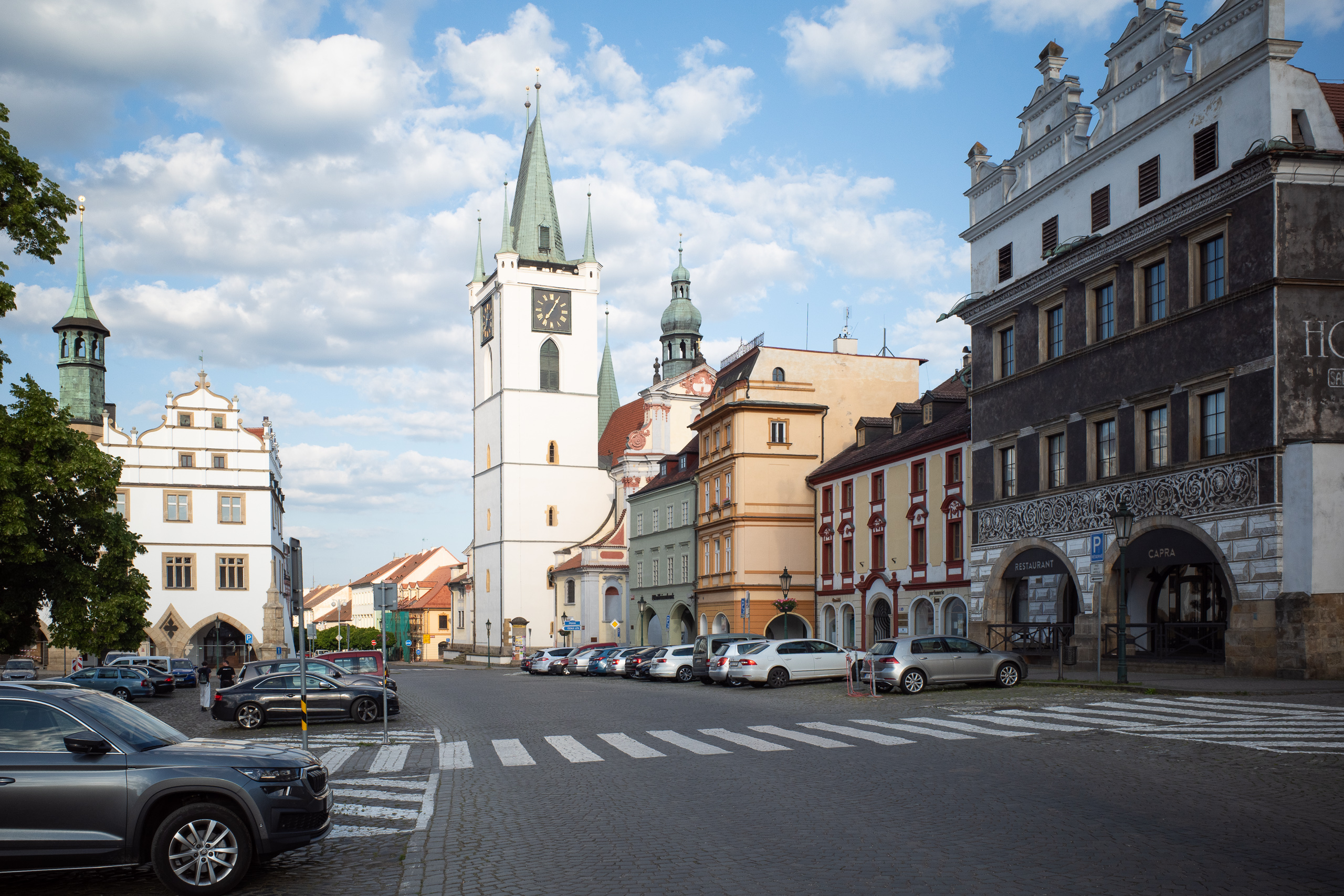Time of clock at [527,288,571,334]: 7:05
